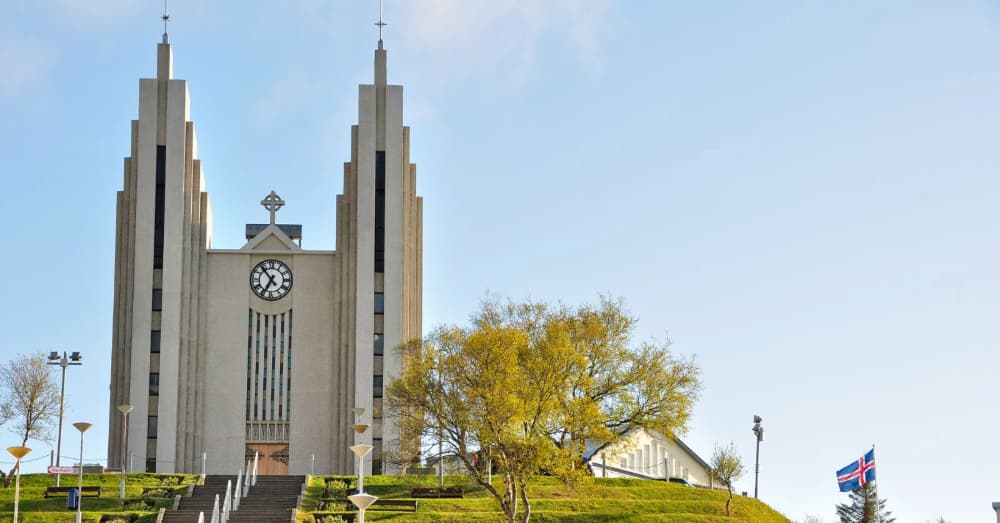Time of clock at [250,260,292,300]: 6:53
